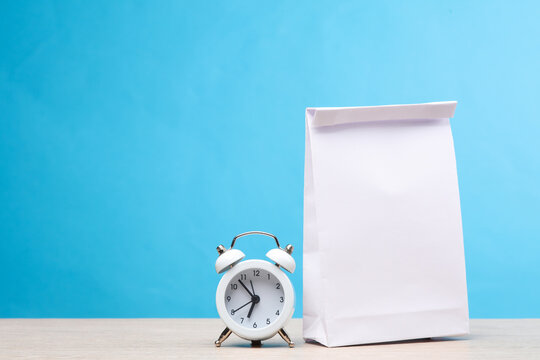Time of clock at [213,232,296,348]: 6:53
